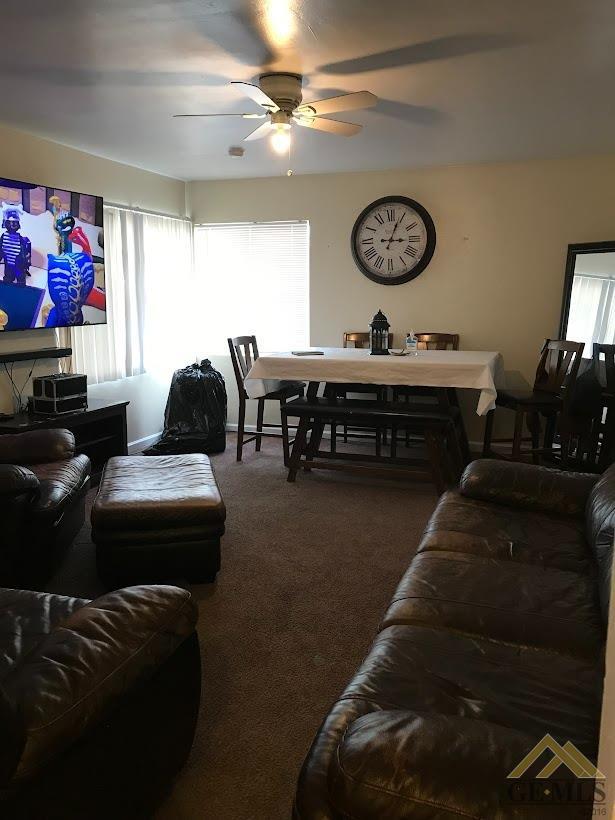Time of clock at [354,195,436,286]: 3:04
